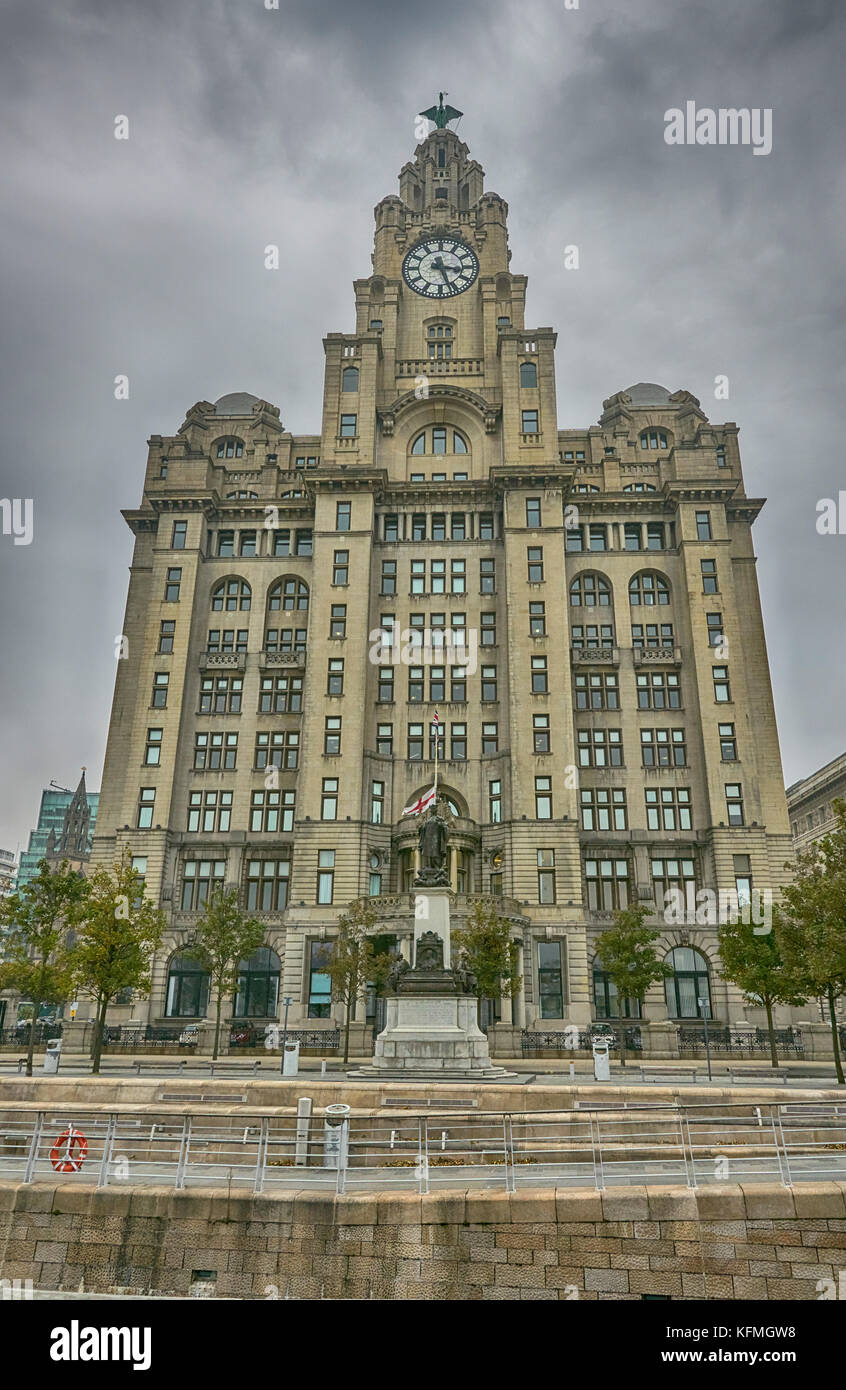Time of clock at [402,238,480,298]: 3:26
